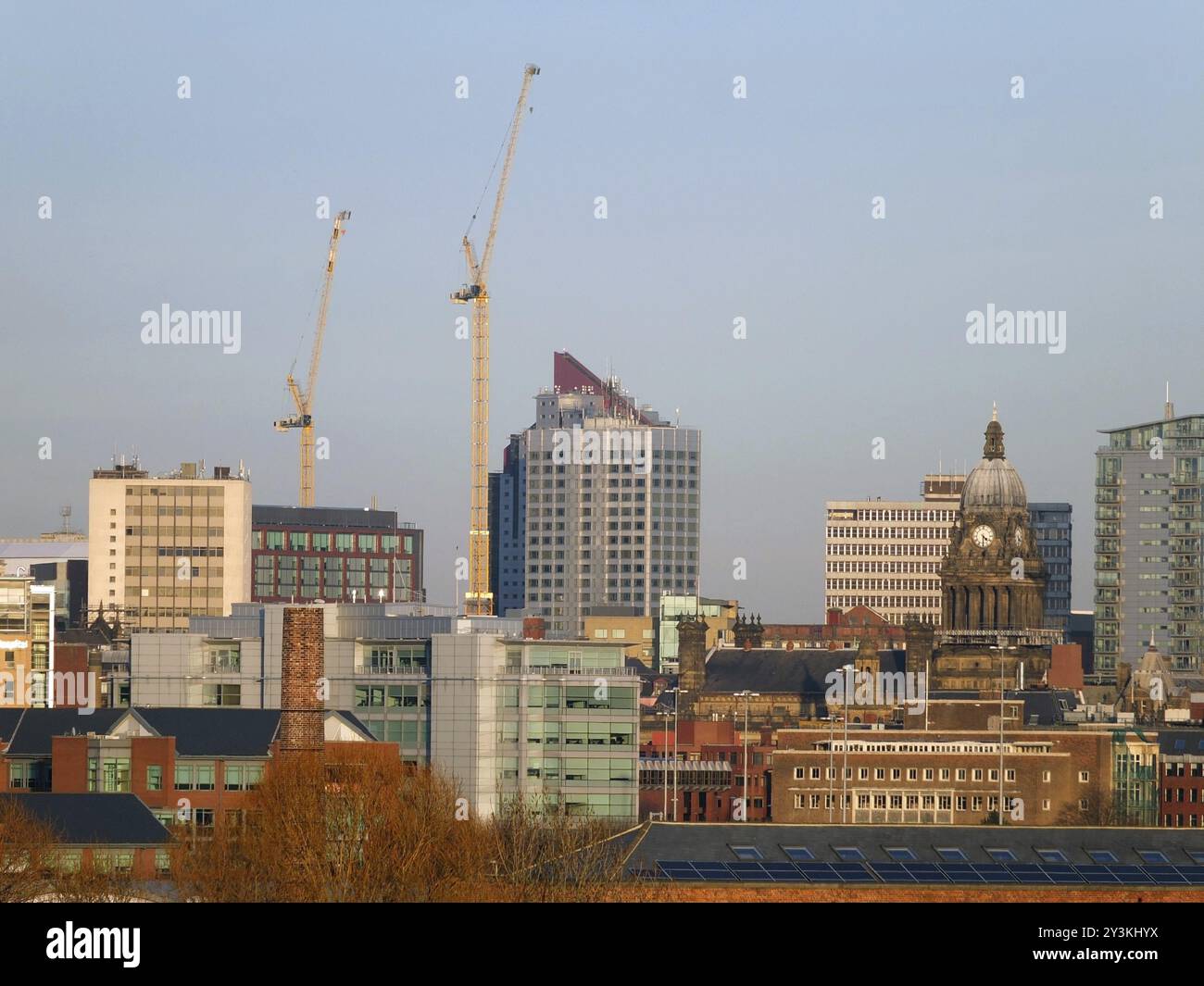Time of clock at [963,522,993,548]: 4:29
